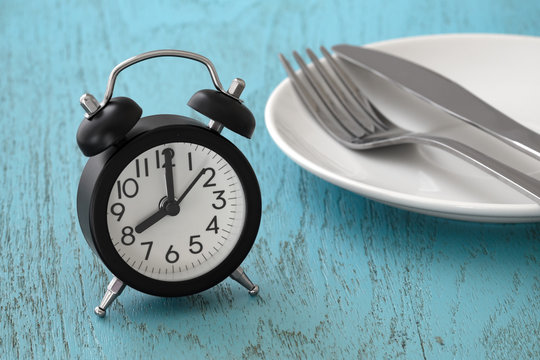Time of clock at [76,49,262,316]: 8:00
